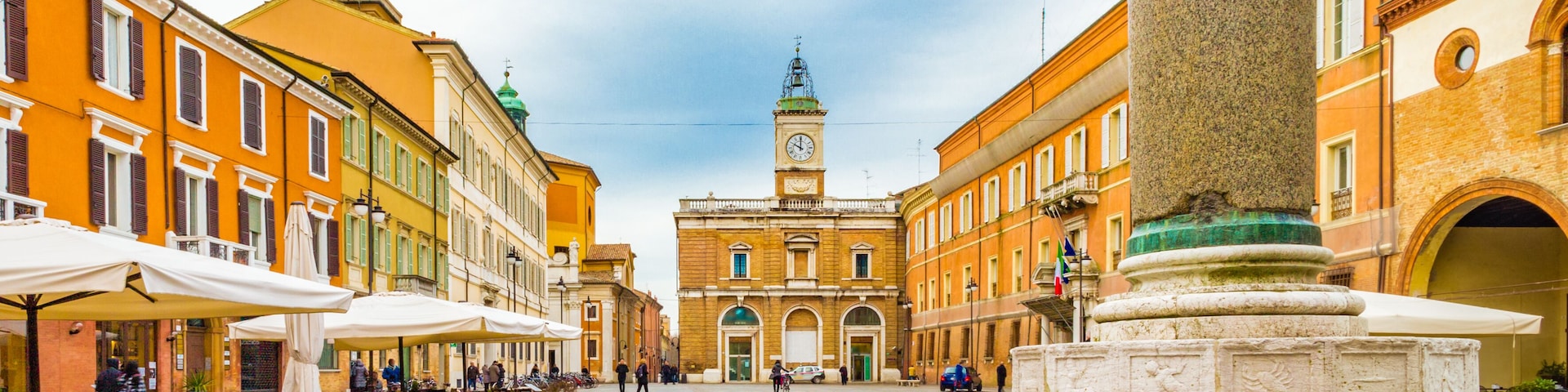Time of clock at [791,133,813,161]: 10:00
